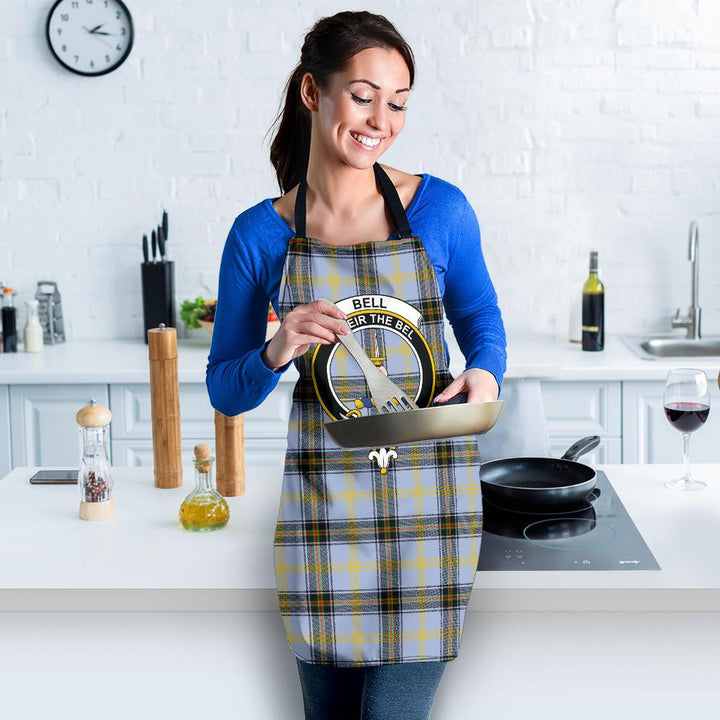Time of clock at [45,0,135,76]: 2:16
